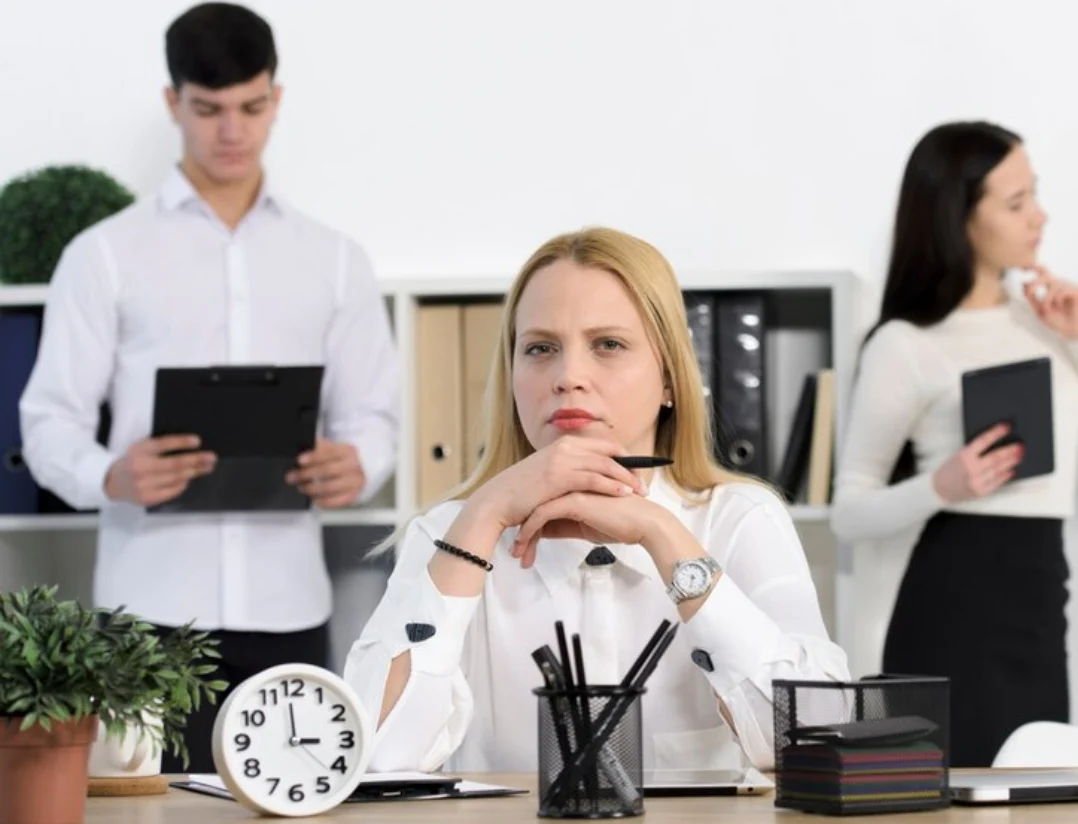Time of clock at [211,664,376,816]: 2:59
